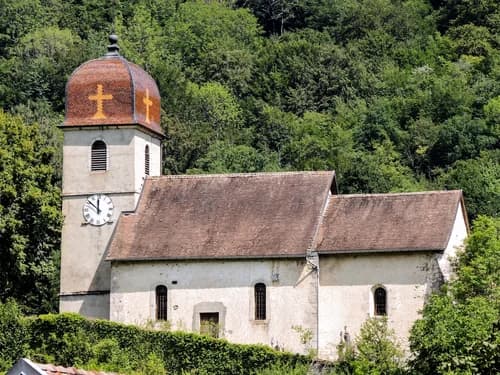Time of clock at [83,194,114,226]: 11:51
